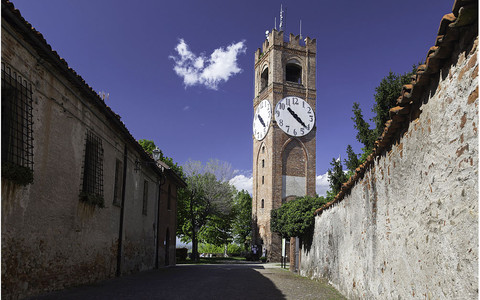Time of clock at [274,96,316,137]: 10:21
